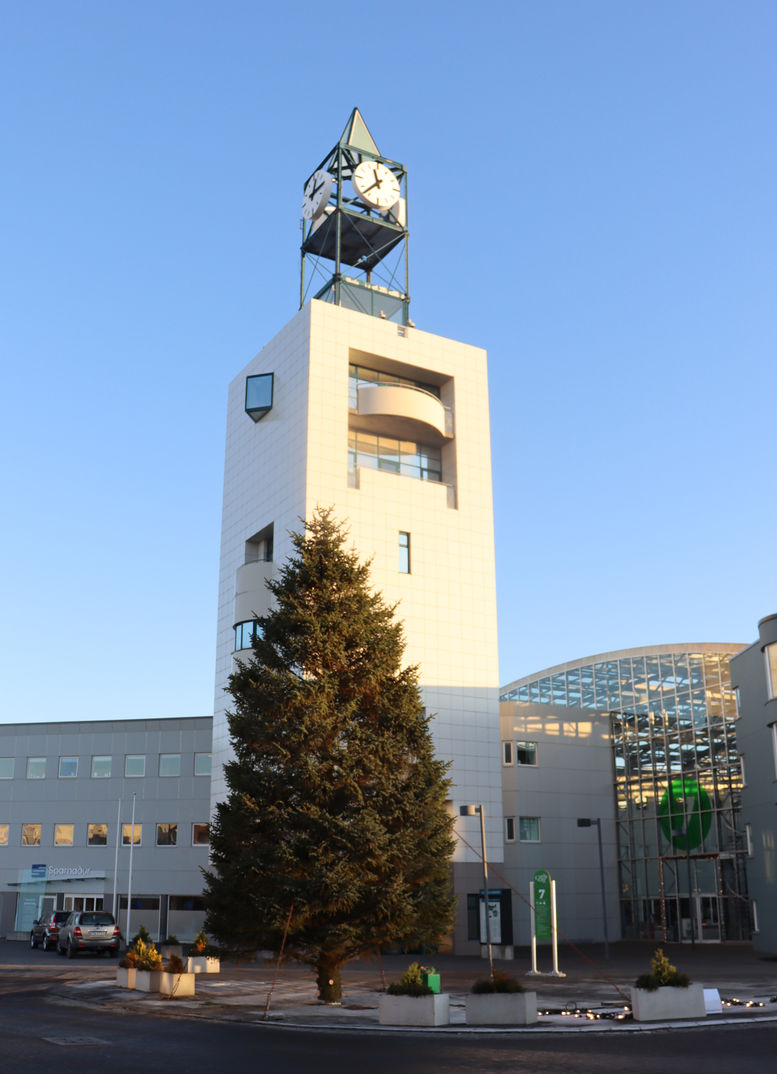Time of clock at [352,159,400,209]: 11:37
